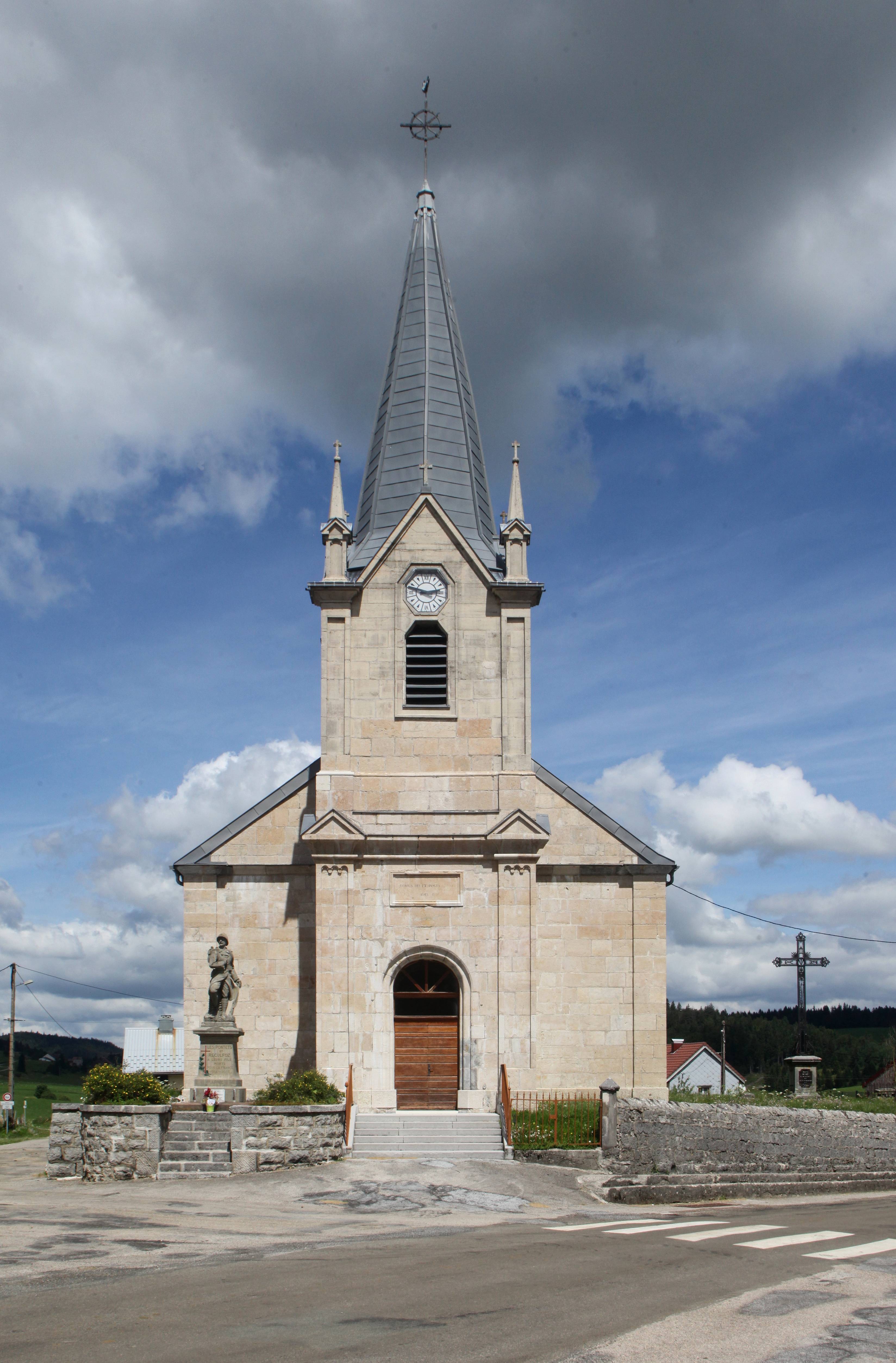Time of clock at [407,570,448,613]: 2:47
